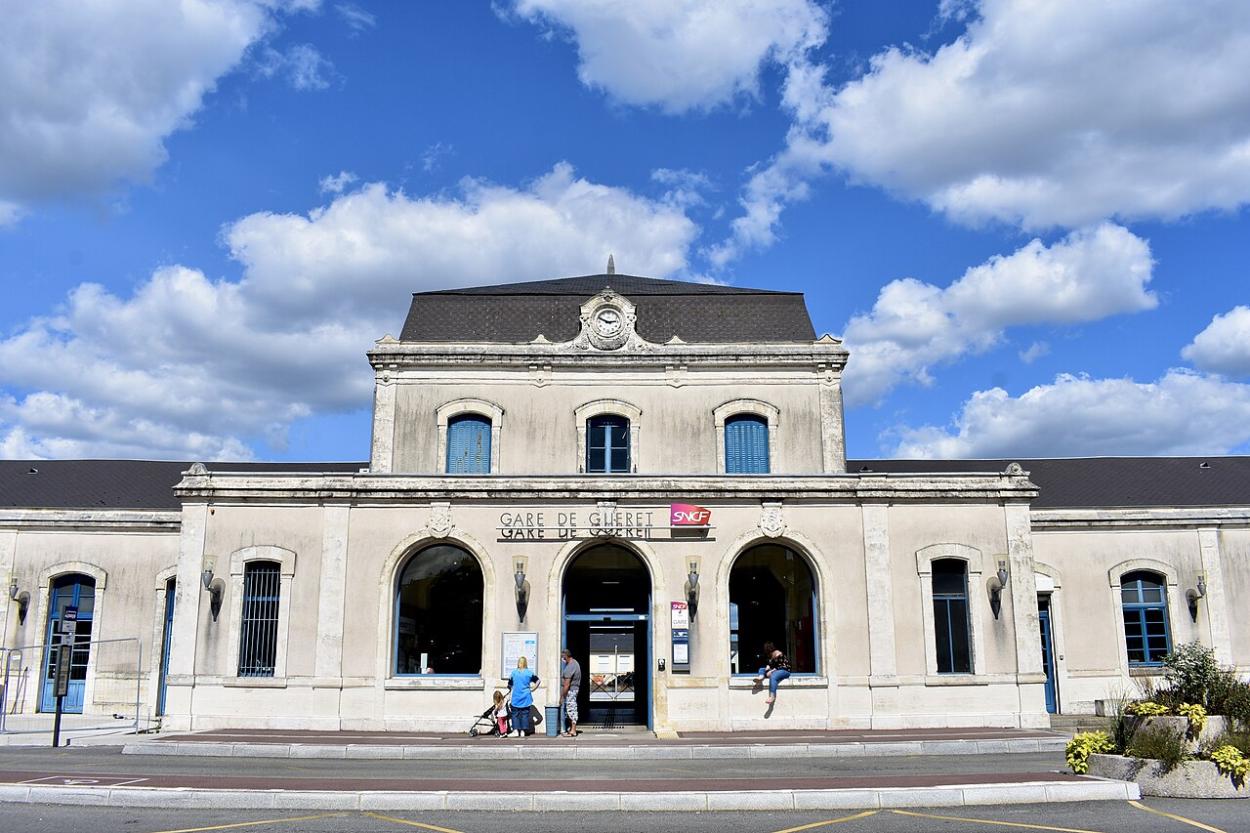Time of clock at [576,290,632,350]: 2:48
